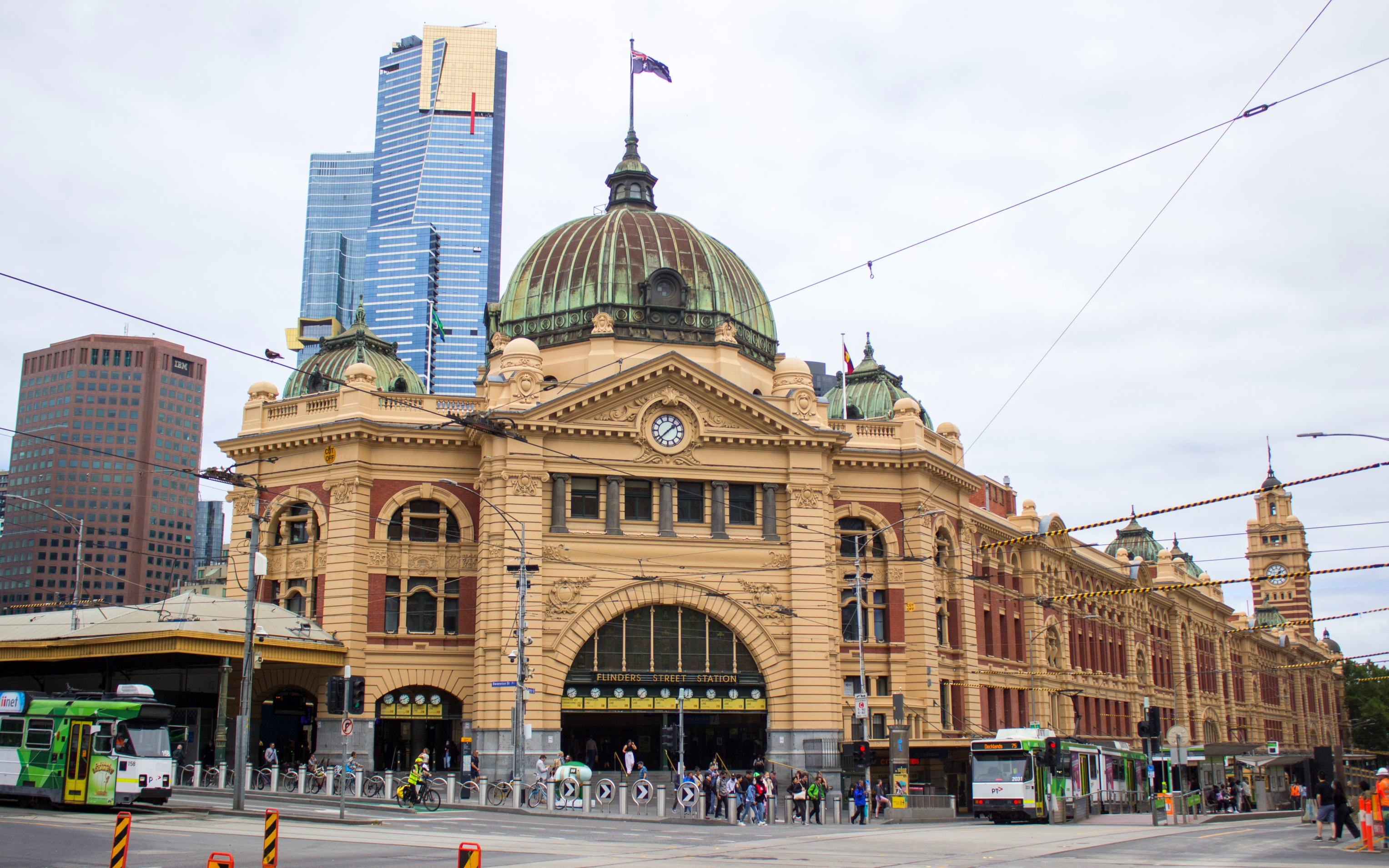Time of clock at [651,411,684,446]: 1:37
